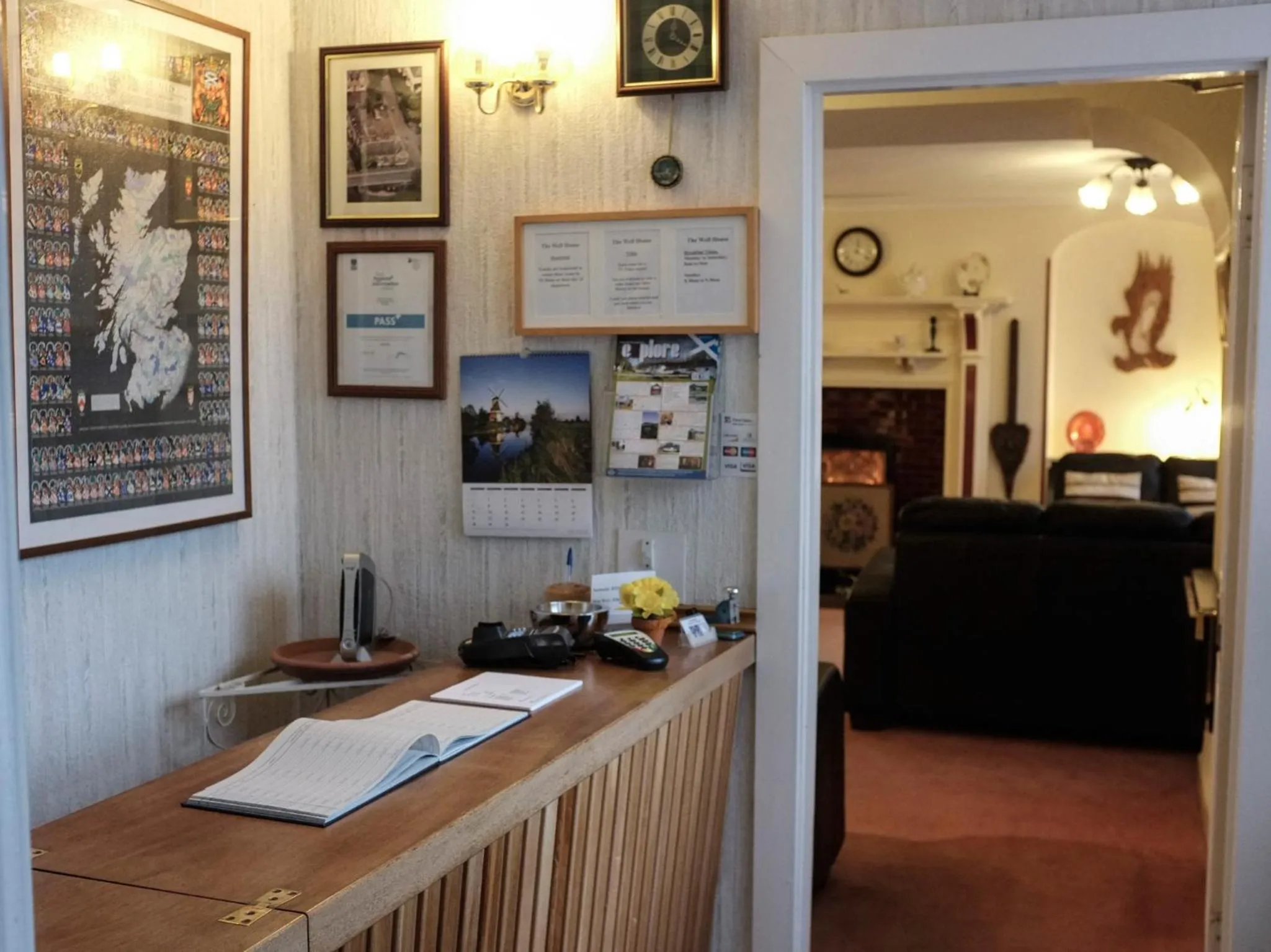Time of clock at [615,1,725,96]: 12:20
